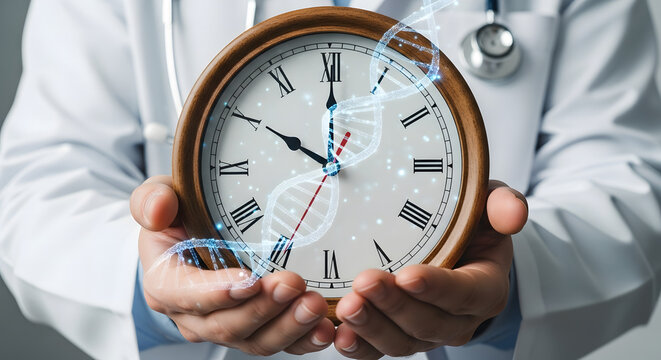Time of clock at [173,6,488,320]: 10:00
